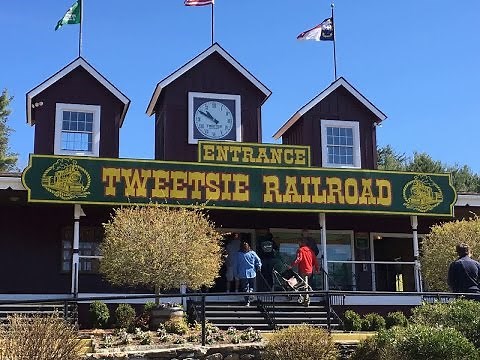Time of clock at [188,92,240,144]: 10:50
